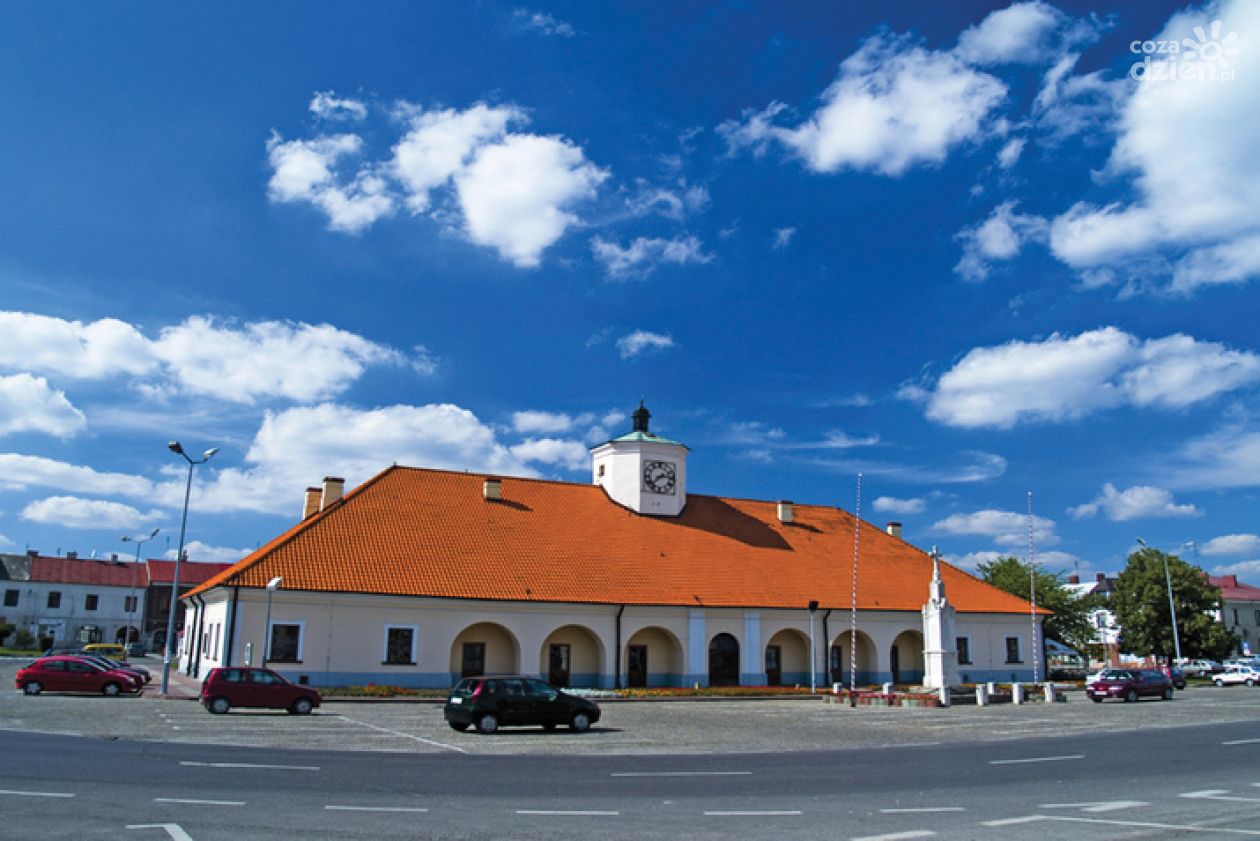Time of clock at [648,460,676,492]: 2:38
